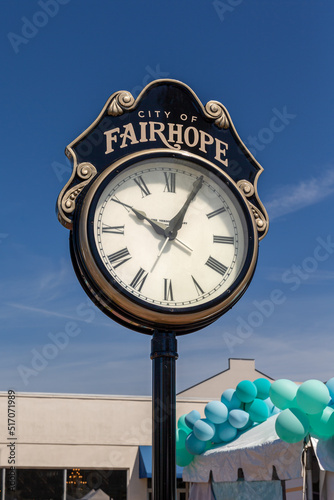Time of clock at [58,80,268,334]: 10:04
